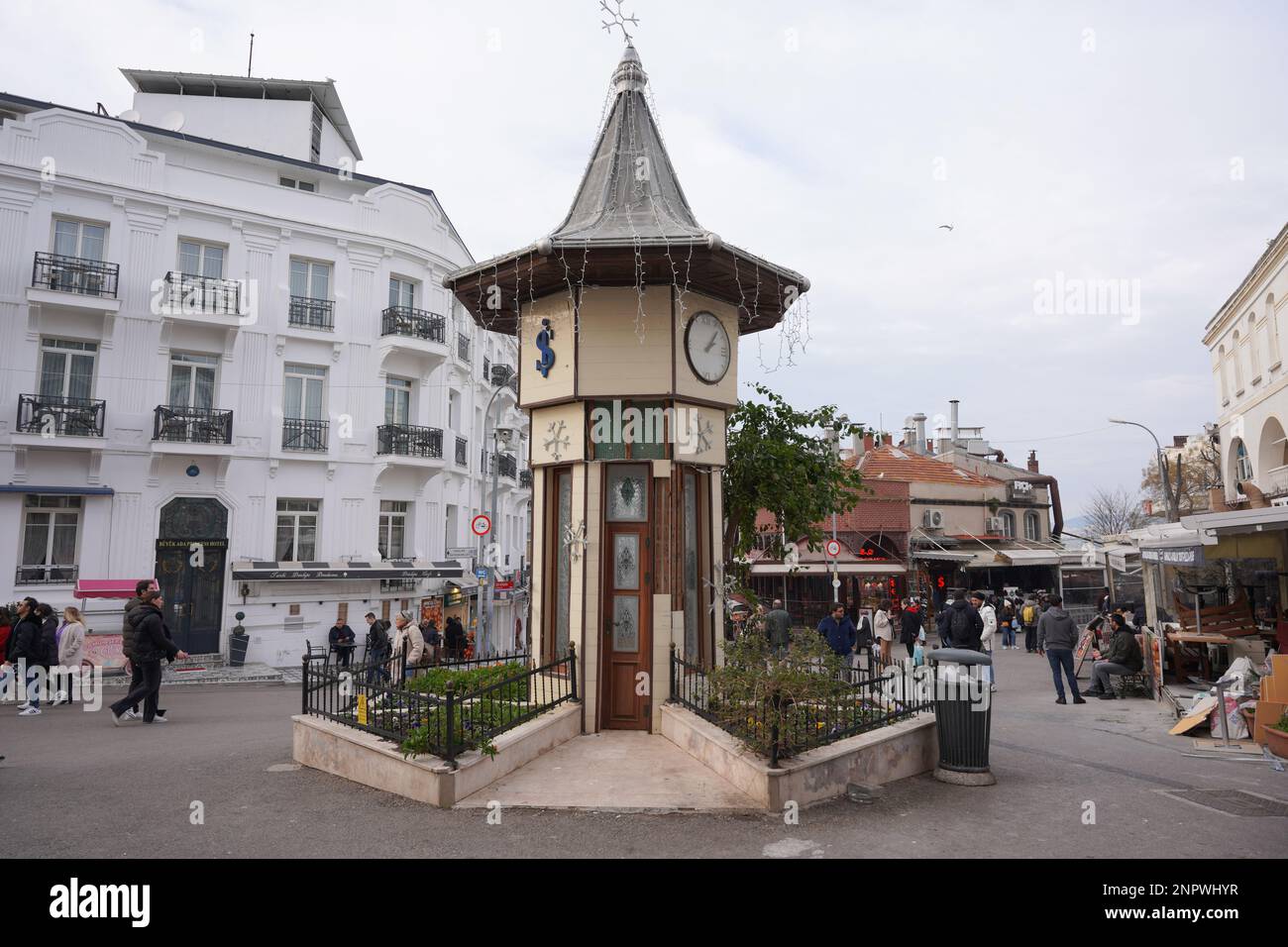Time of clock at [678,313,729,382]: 2:07
